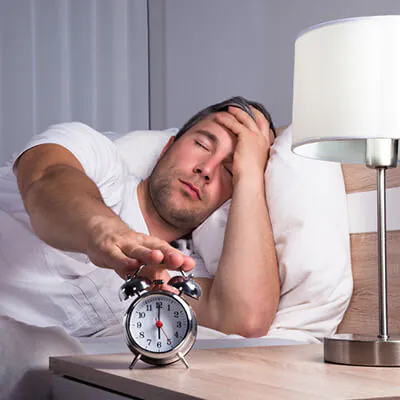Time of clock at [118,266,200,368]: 6:00
